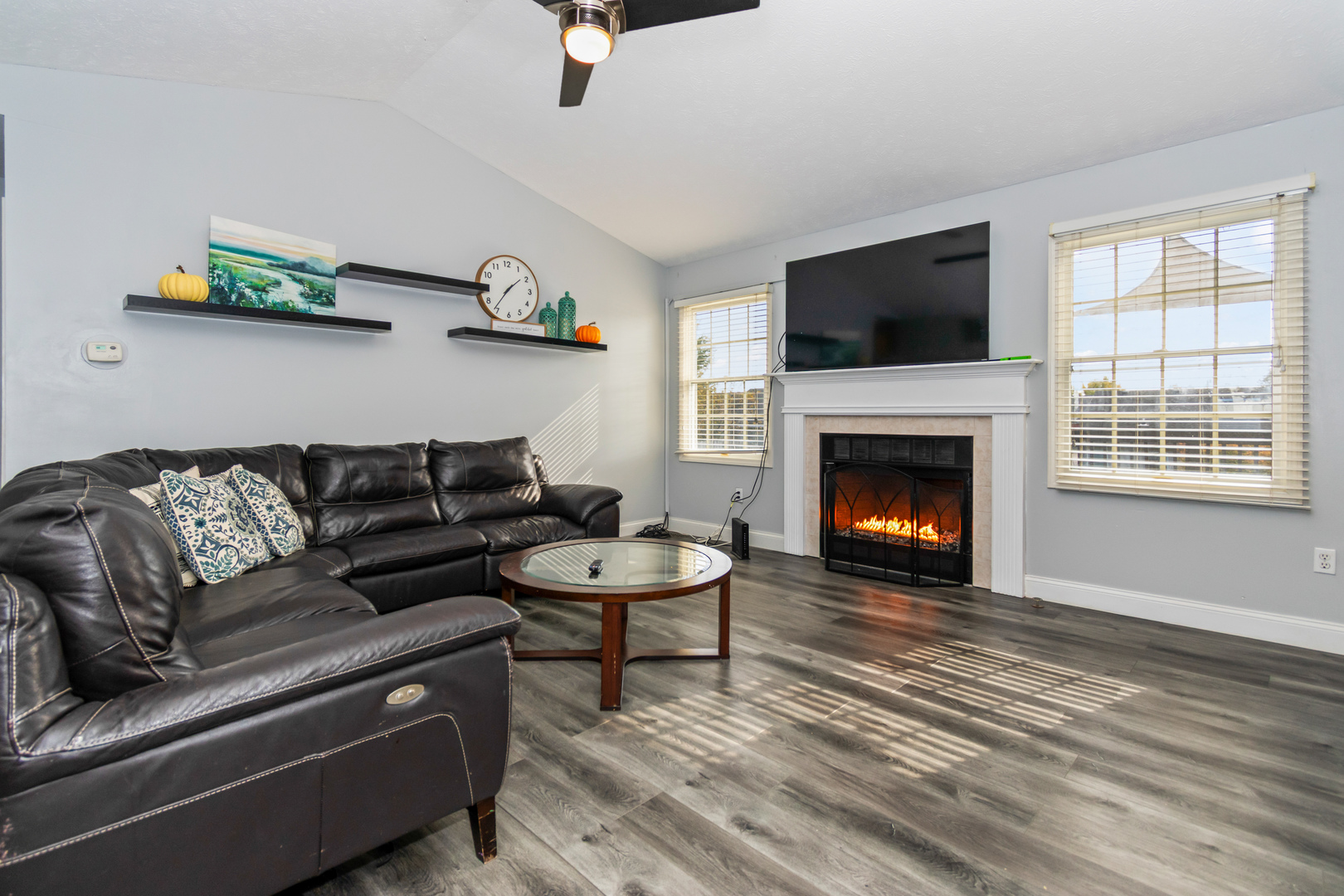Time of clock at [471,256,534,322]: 1:36
